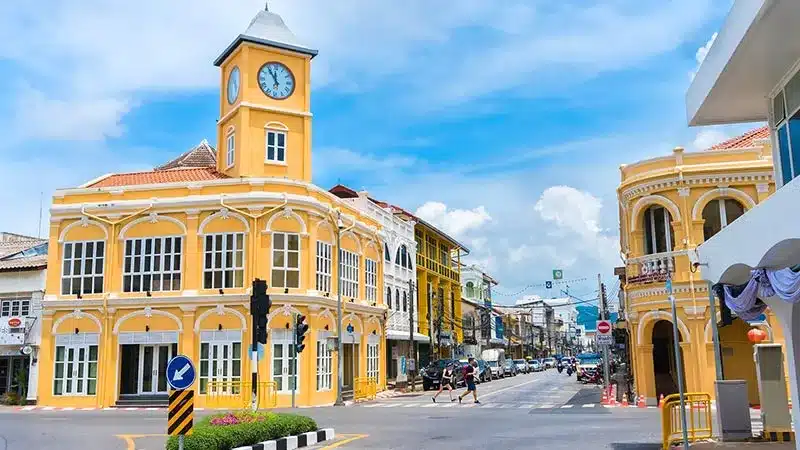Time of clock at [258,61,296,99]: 11:54
